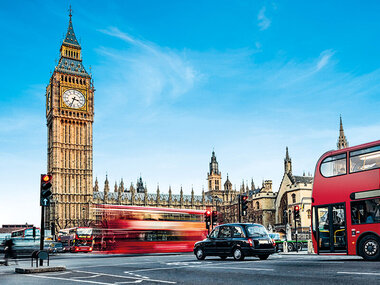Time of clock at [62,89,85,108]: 3:33
